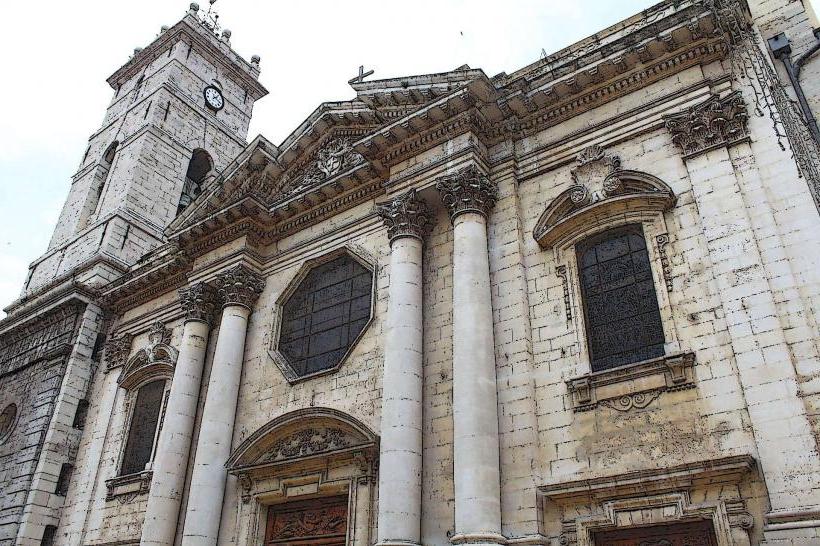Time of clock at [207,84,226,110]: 2:21
